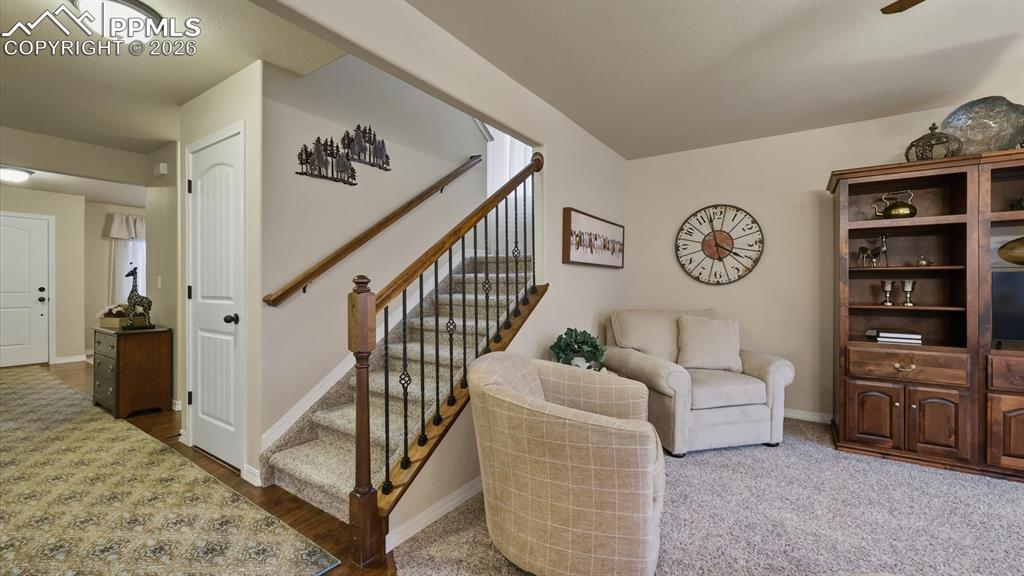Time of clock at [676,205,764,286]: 3:58
